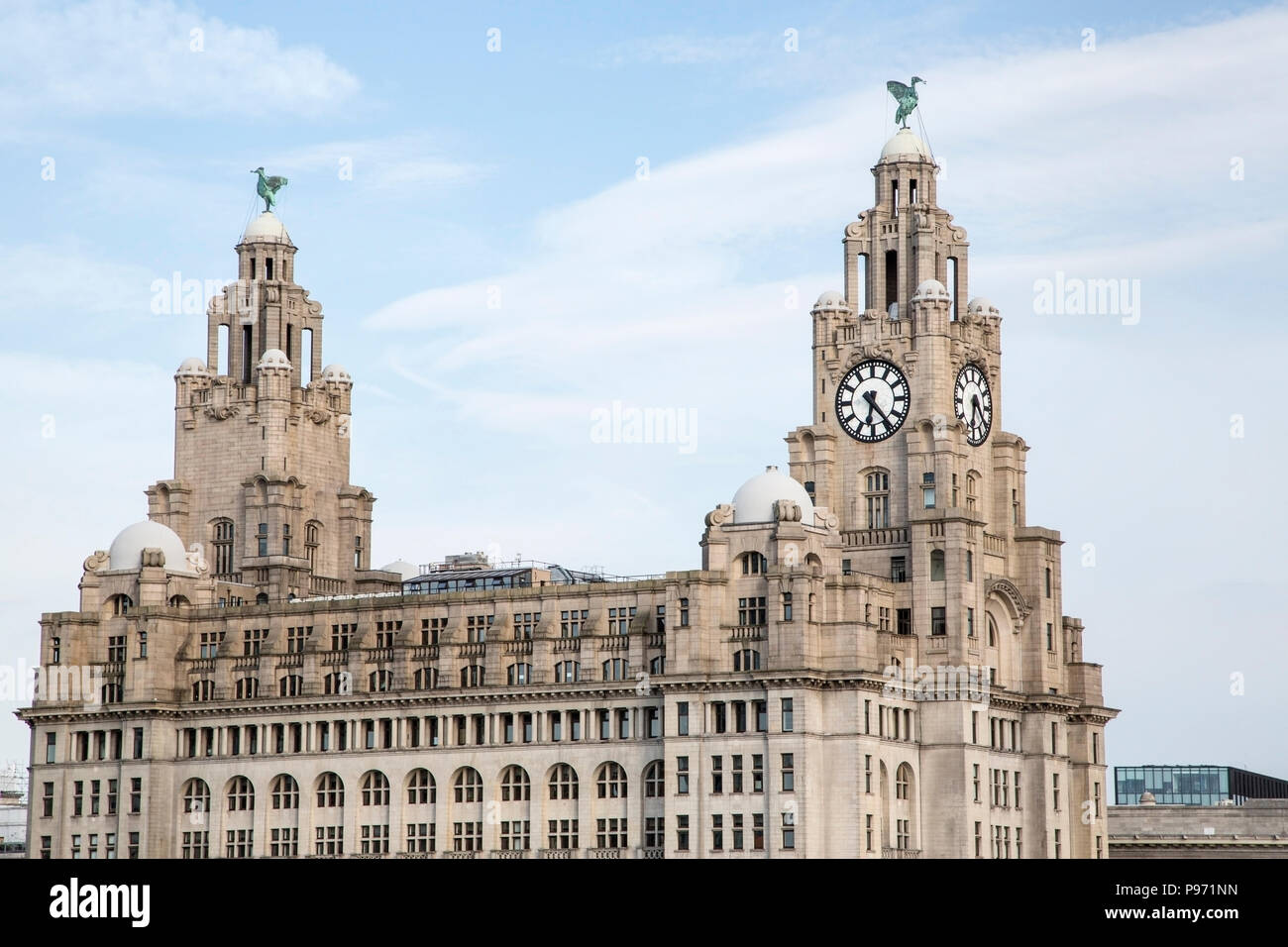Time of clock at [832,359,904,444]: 6:23
